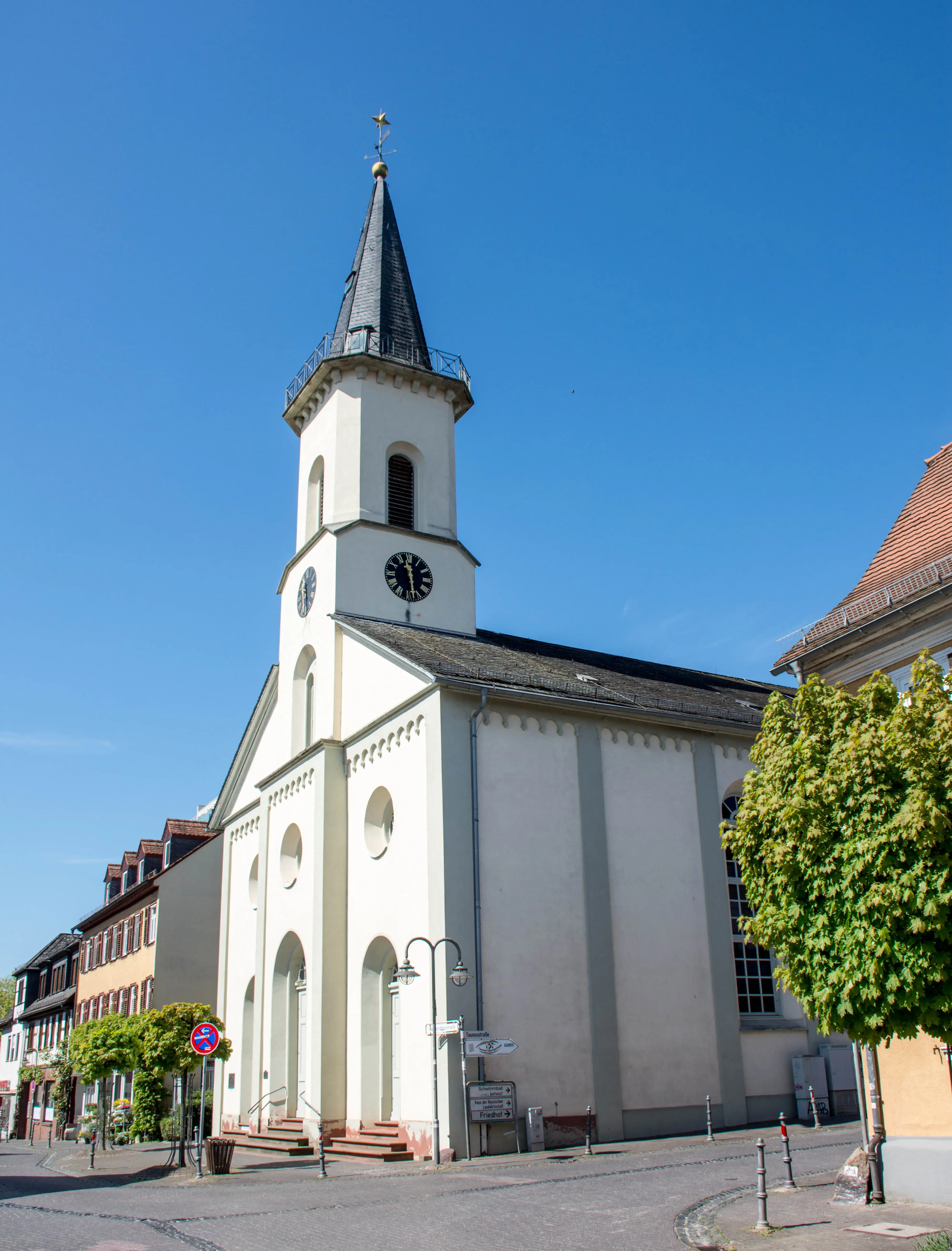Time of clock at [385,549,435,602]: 11:28
